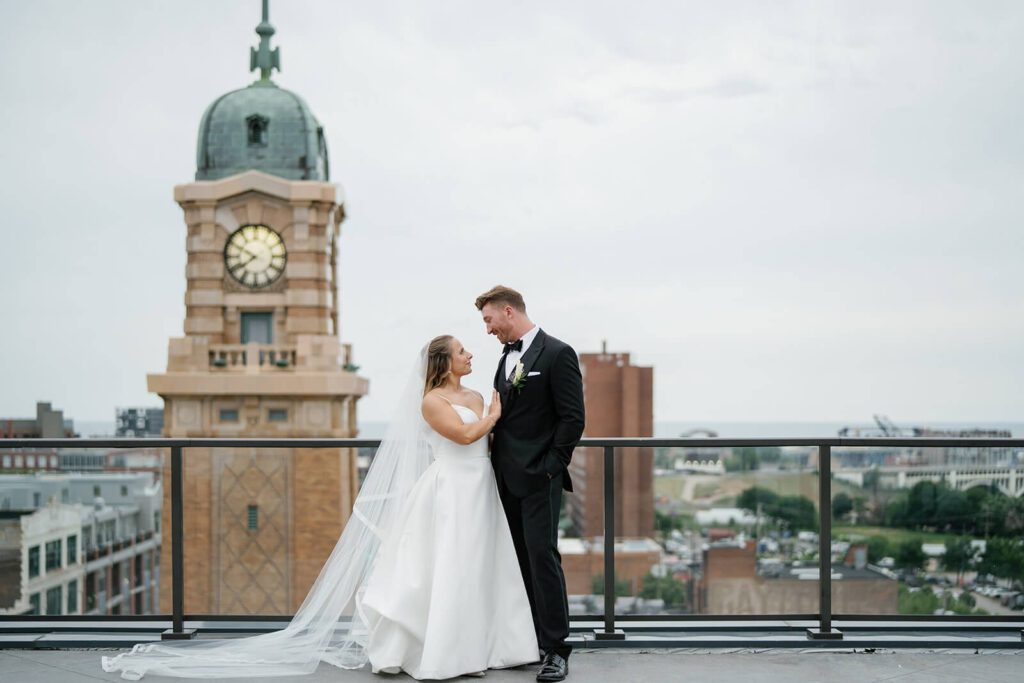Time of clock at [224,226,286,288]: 7:49
